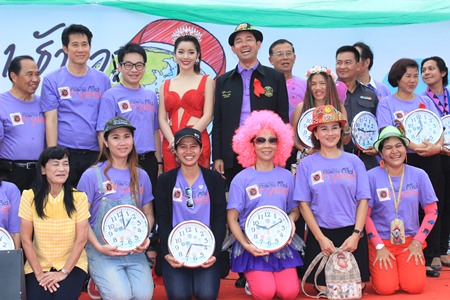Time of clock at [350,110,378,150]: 9:13
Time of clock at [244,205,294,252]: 9:10
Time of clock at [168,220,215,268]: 7:18
